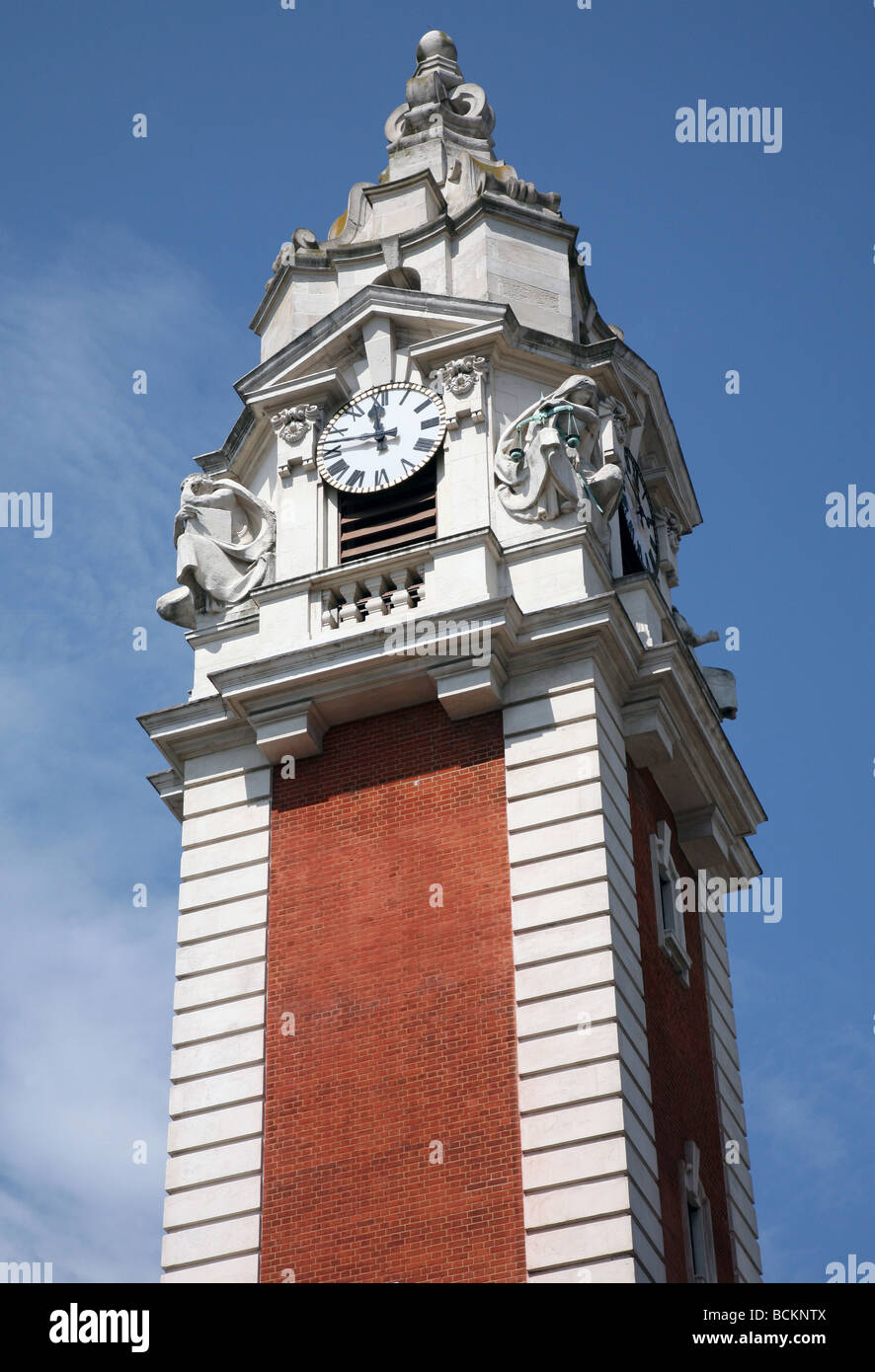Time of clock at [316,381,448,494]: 11:46
